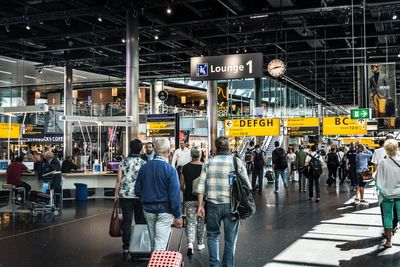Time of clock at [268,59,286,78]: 2:42
